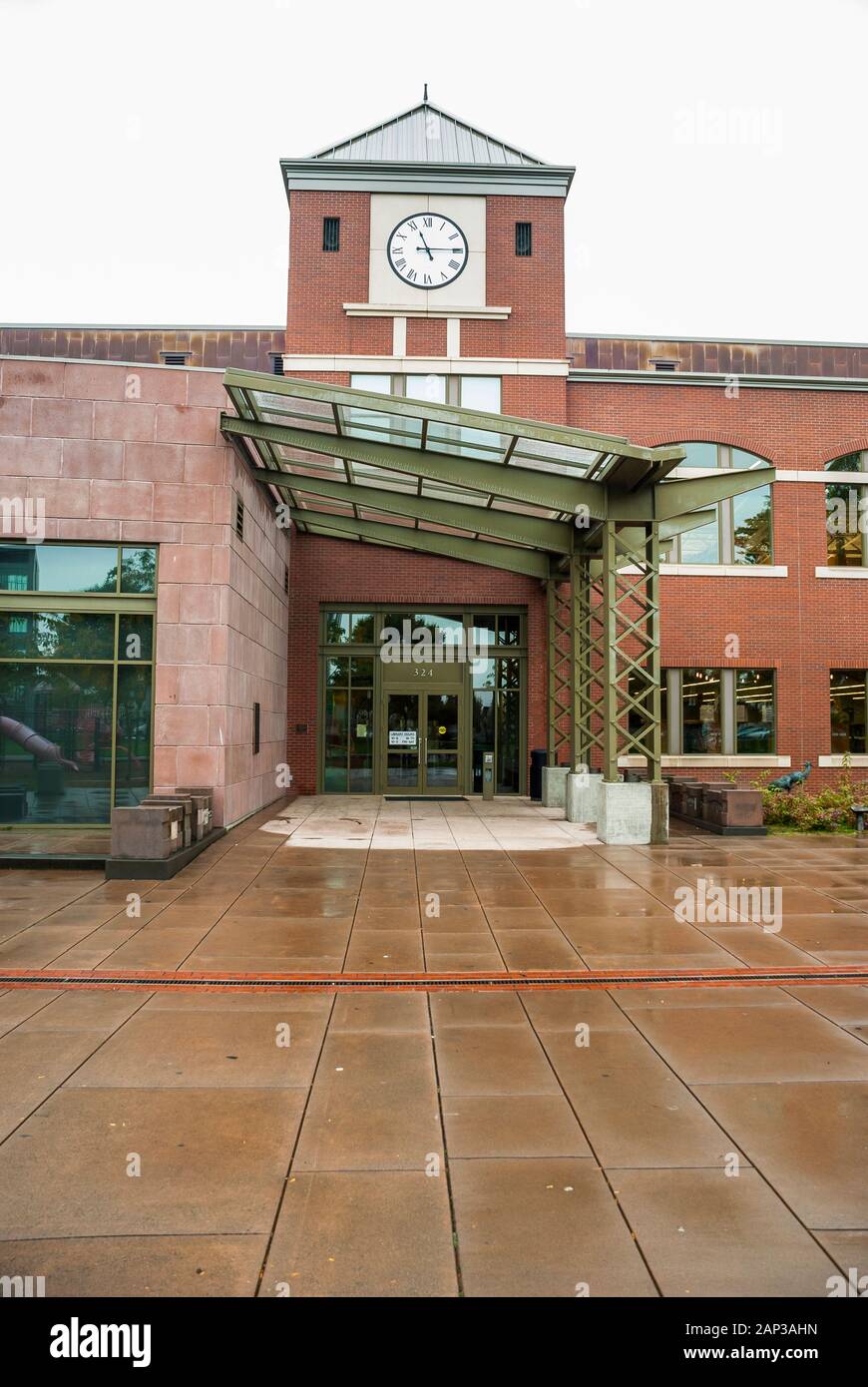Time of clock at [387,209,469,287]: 11:14
